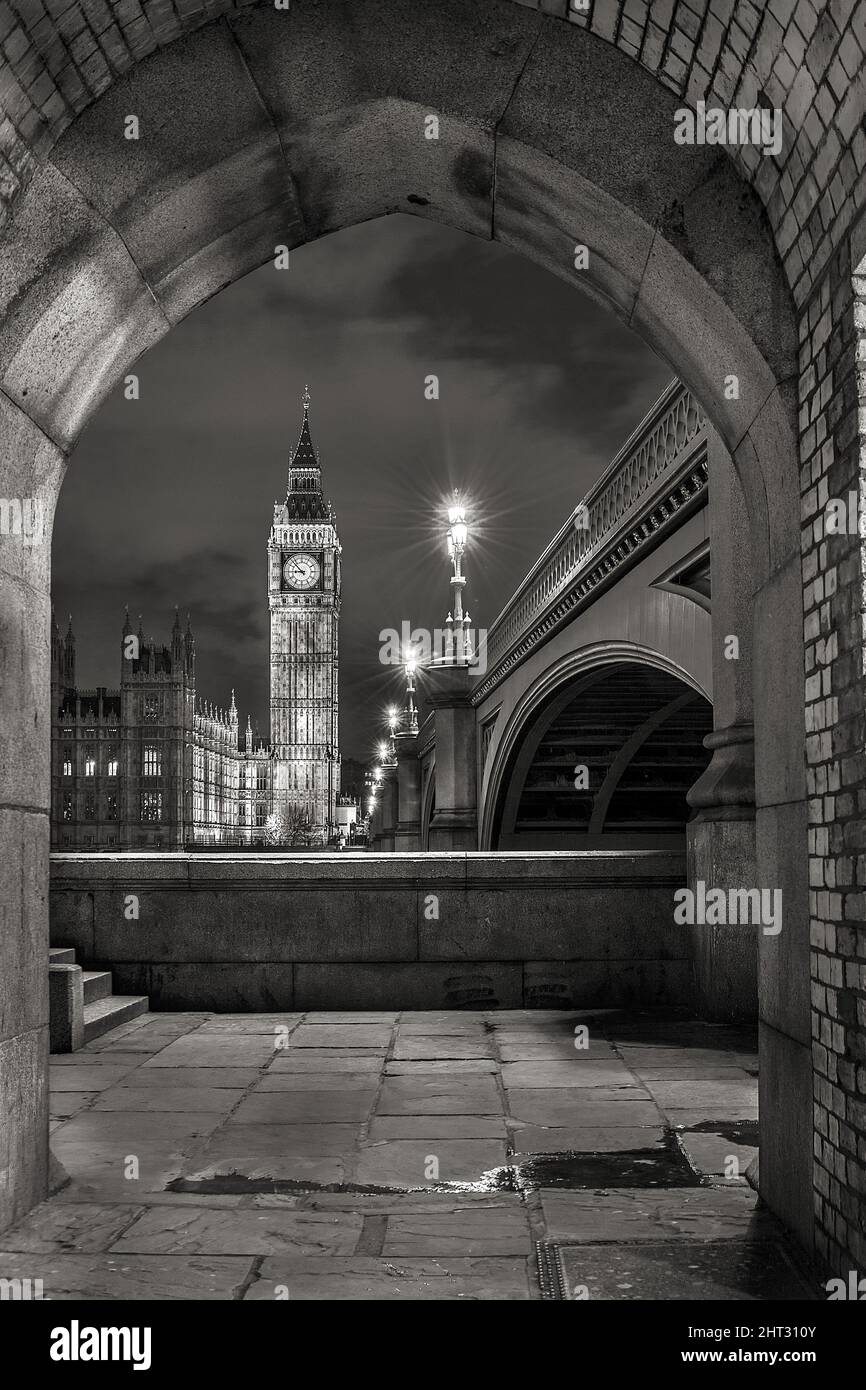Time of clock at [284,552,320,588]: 8:52
